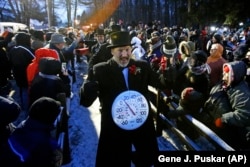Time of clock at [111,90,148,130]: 4:52
